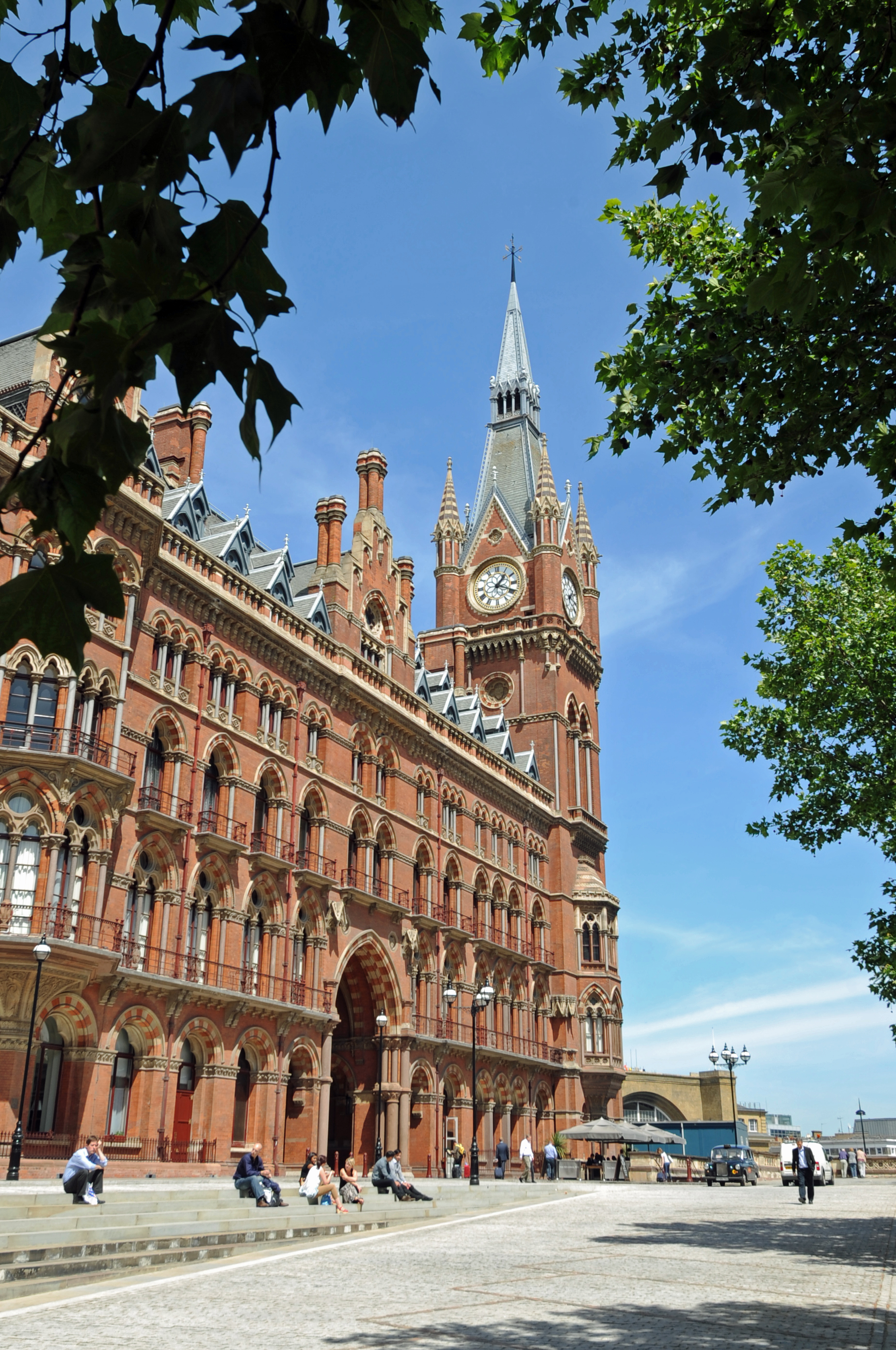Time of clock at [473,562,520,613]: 1:18
